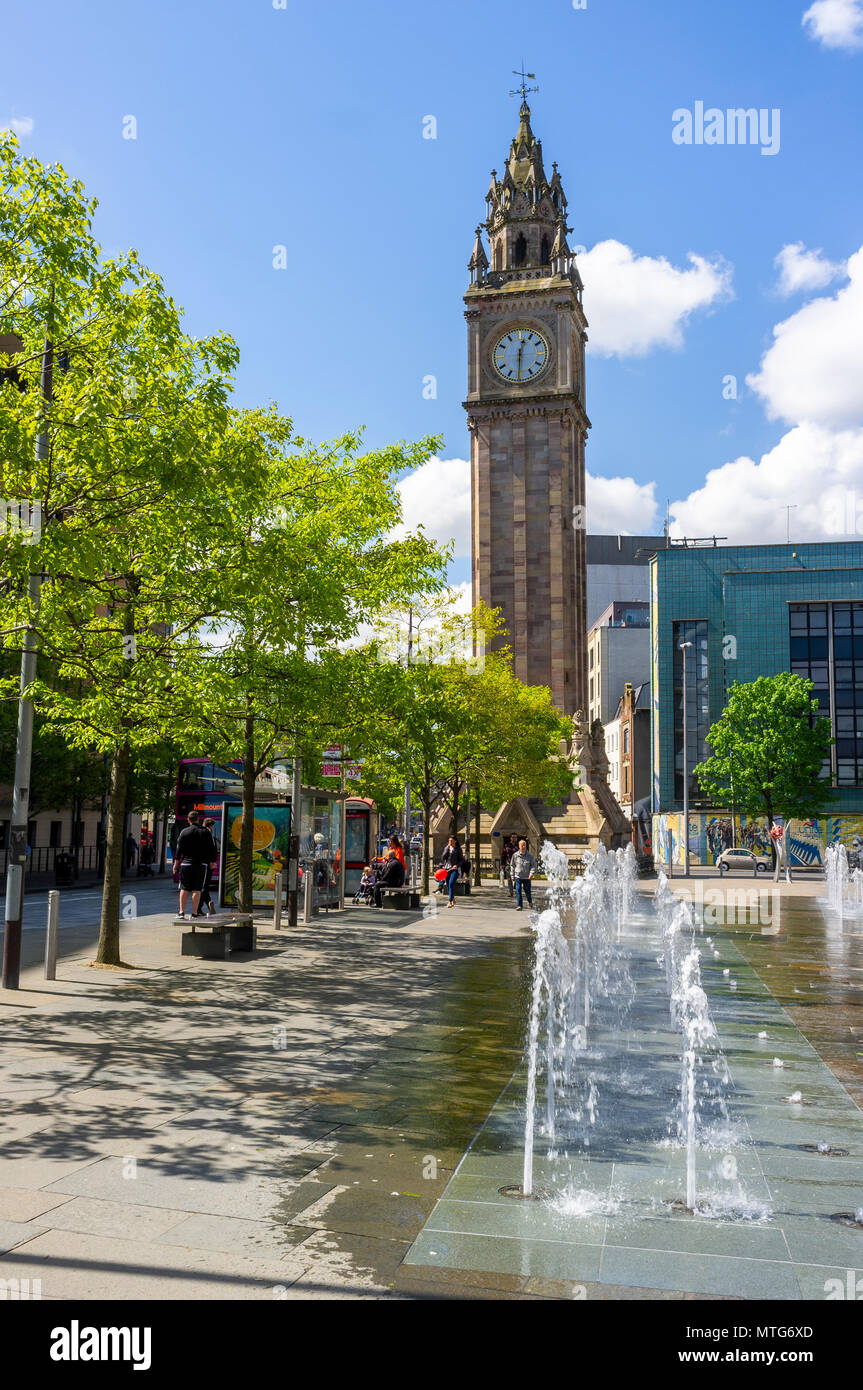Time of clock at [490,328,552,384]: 12:30
